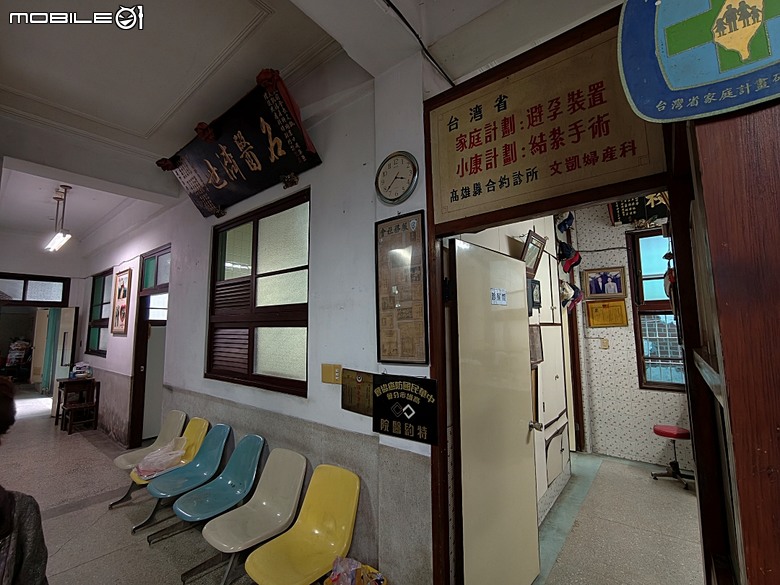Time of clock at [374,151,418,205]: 3:37
